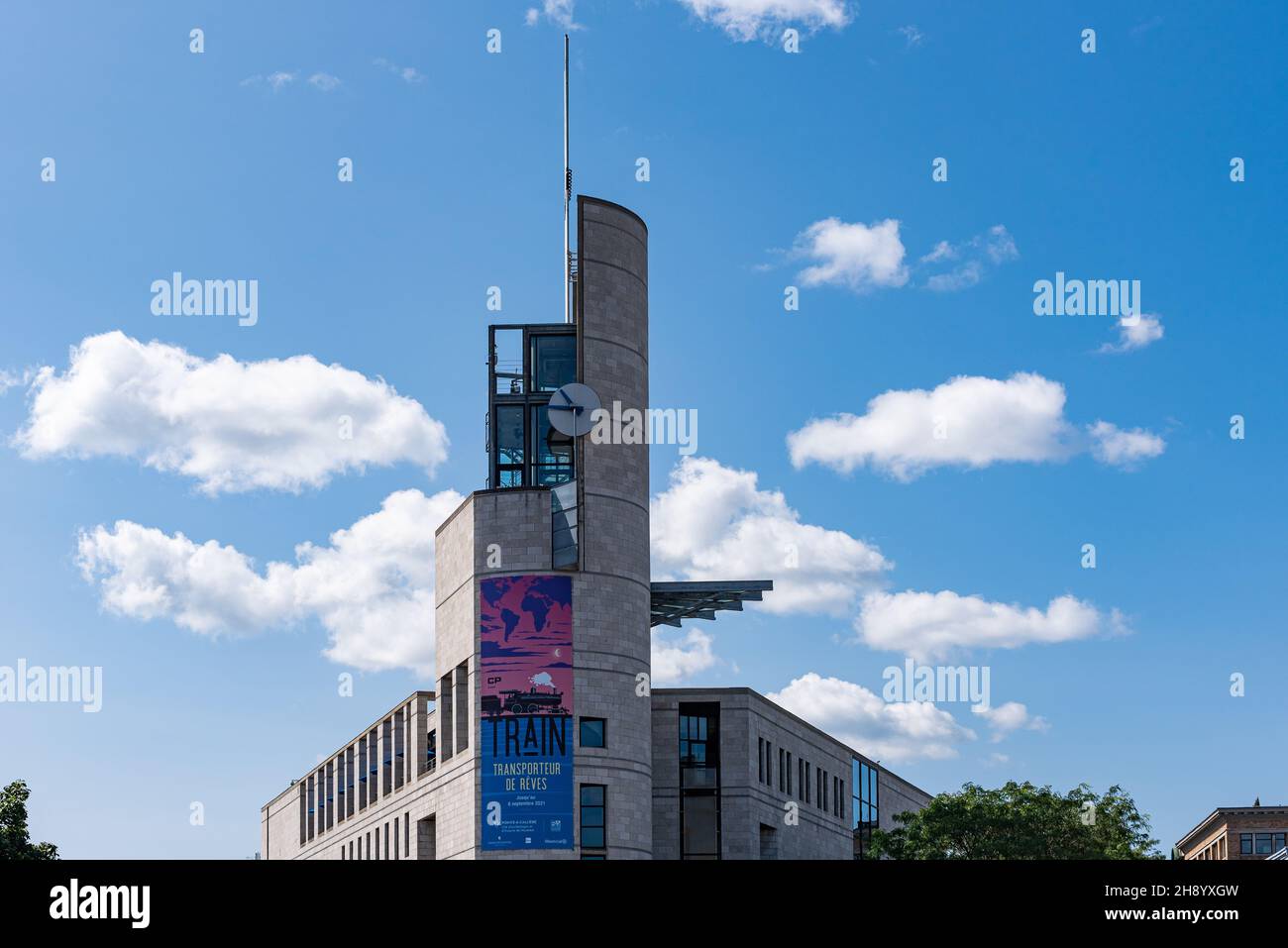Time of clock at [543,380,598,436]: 10:45
